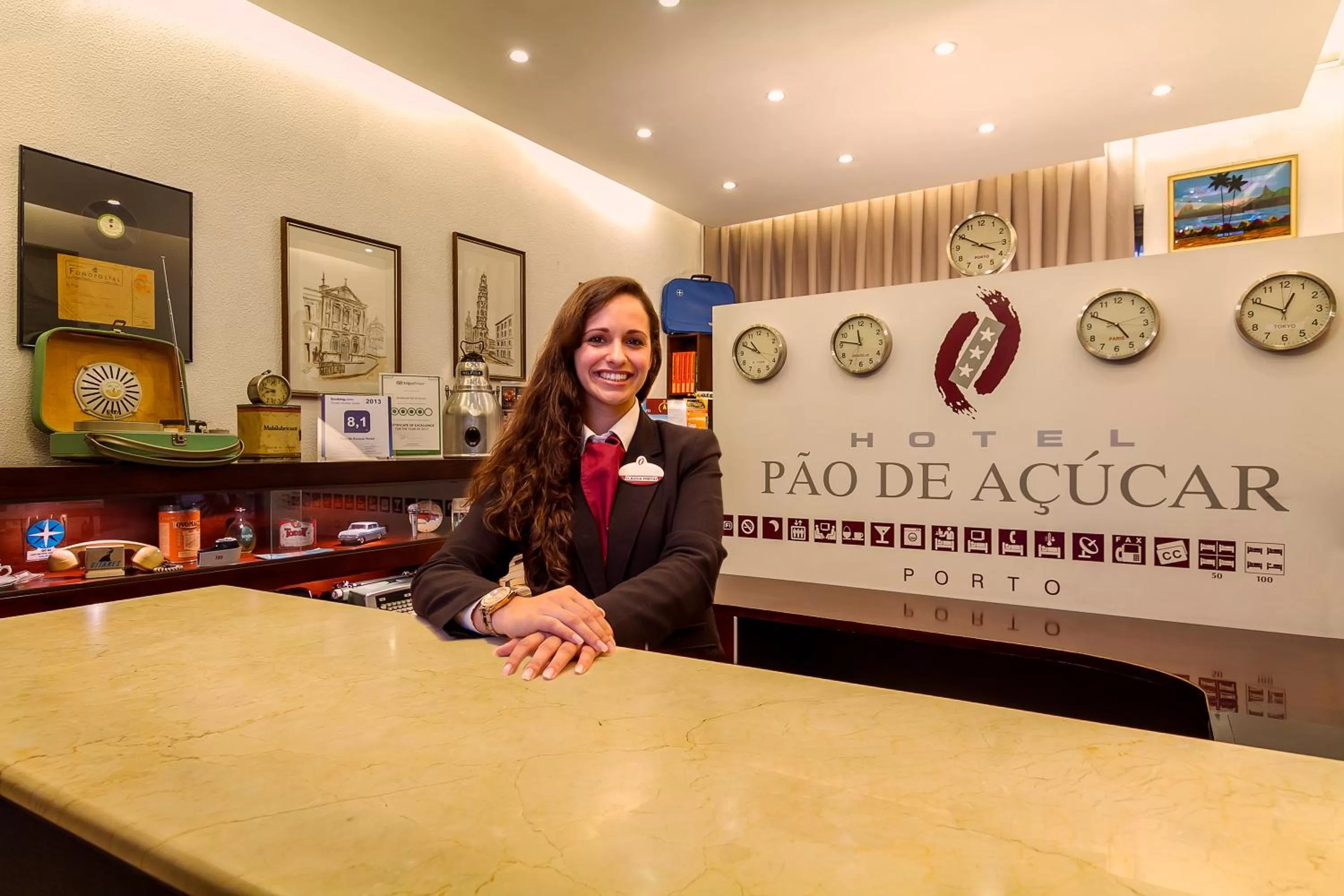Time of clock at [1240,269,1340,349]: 12:49
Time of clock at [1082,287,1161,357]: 4:49
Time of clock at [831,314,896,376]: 11:46
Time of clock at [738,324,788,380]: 10:49
